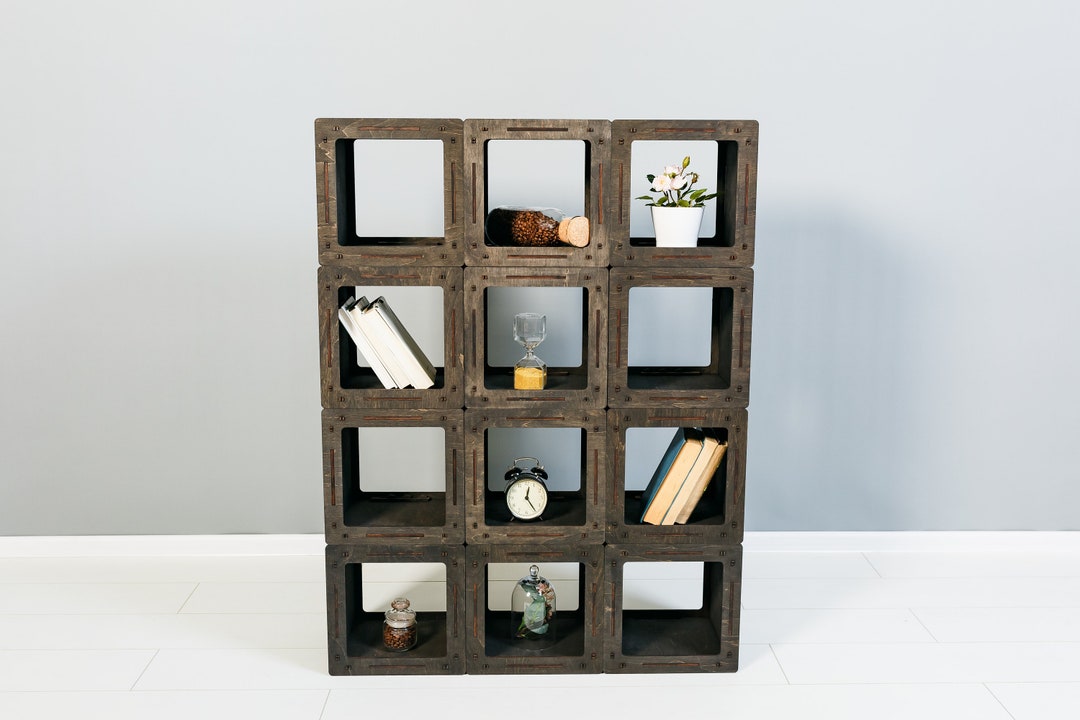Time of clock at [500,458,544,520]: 12:24
